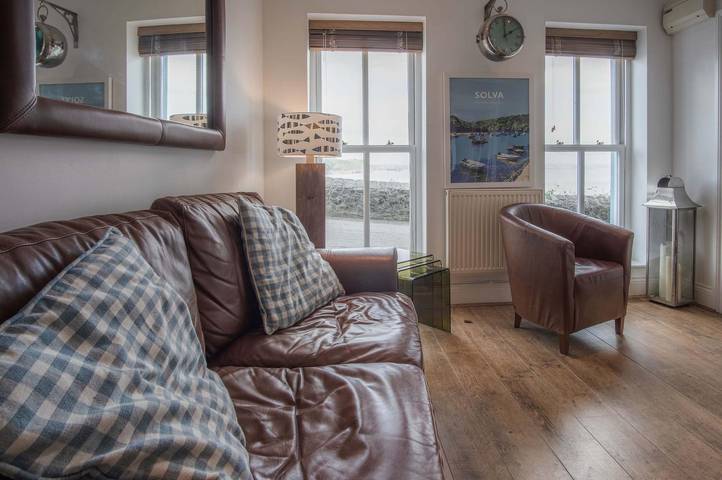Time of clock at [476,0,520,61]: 2:00
